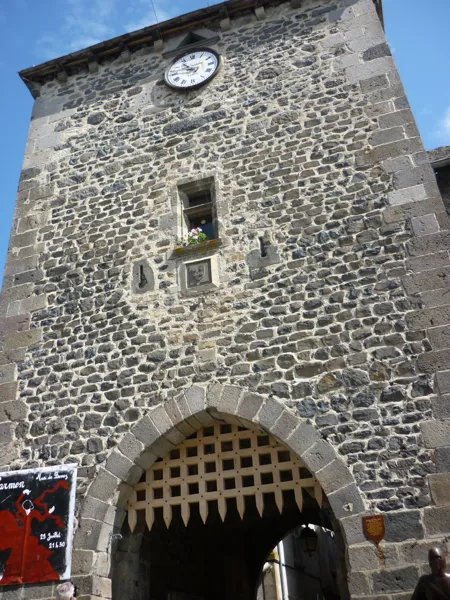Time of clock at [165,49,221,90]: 10:47
